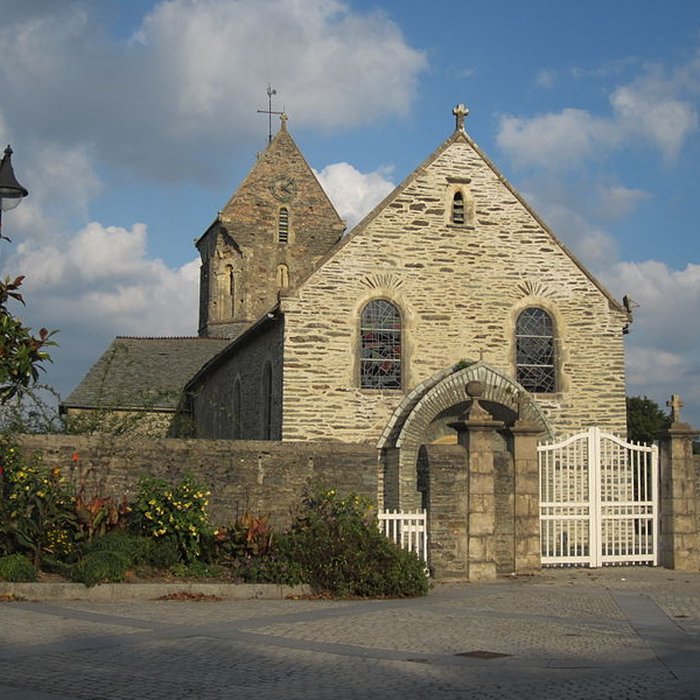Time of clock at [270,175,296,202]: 4:07
